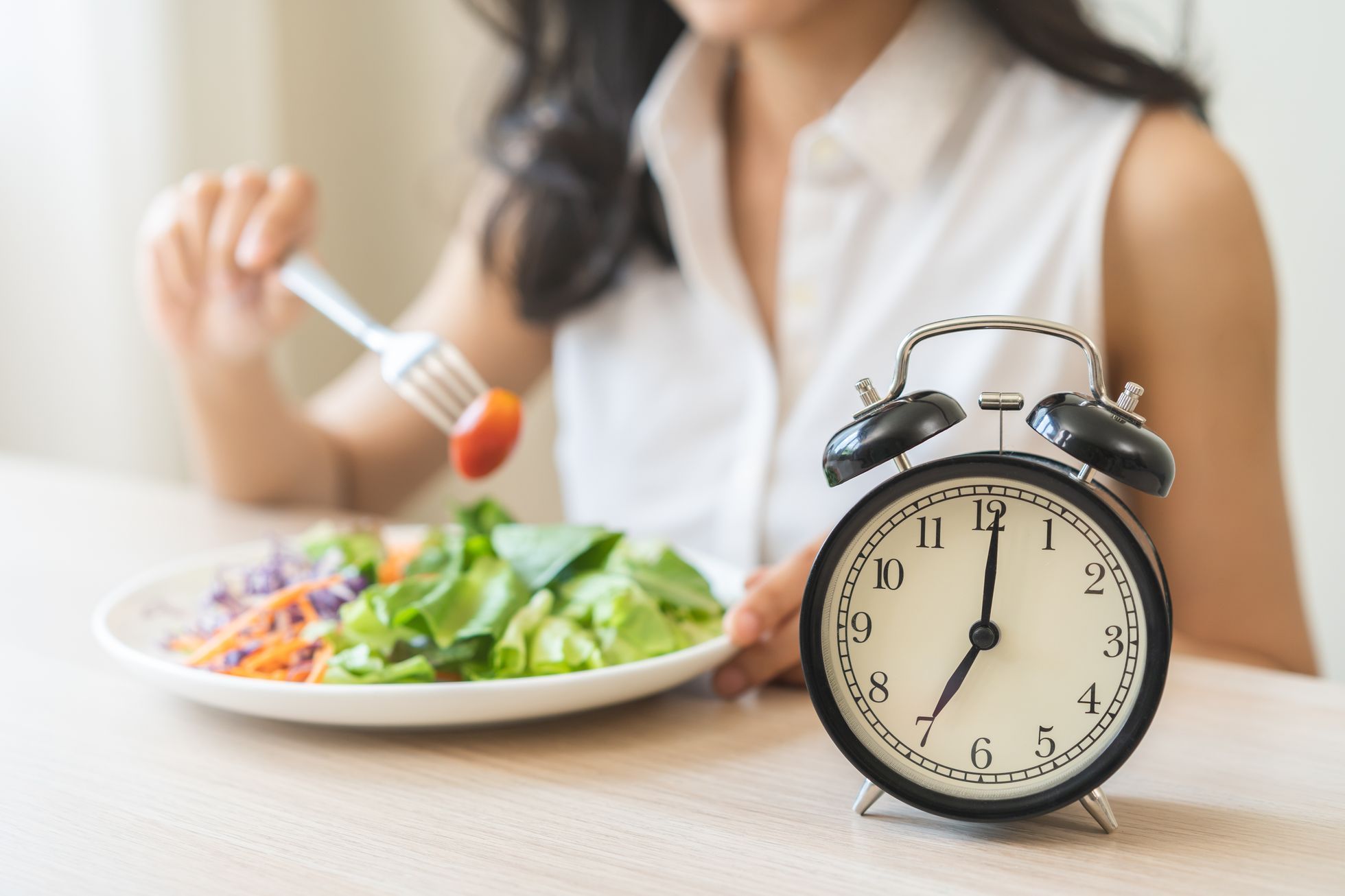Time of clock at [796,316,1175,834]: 7:00
